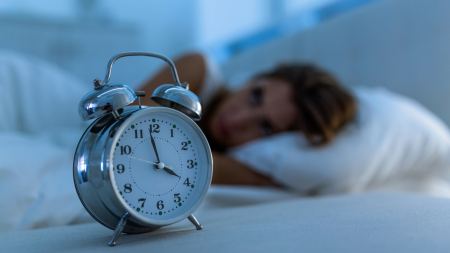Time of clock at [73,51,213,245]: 3:58
